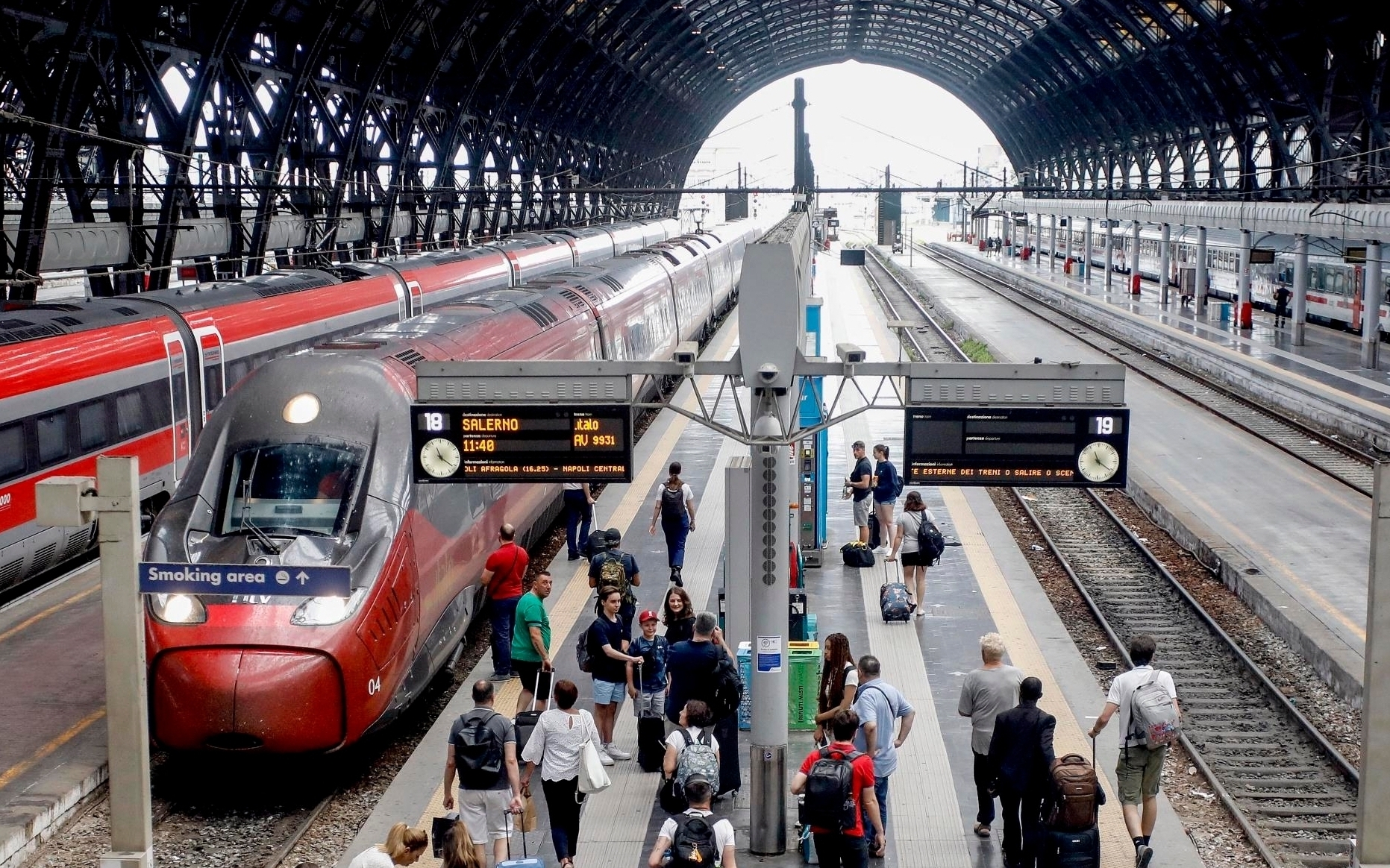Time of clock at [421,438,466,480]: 11:21
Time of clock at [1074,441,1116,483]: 11:21
